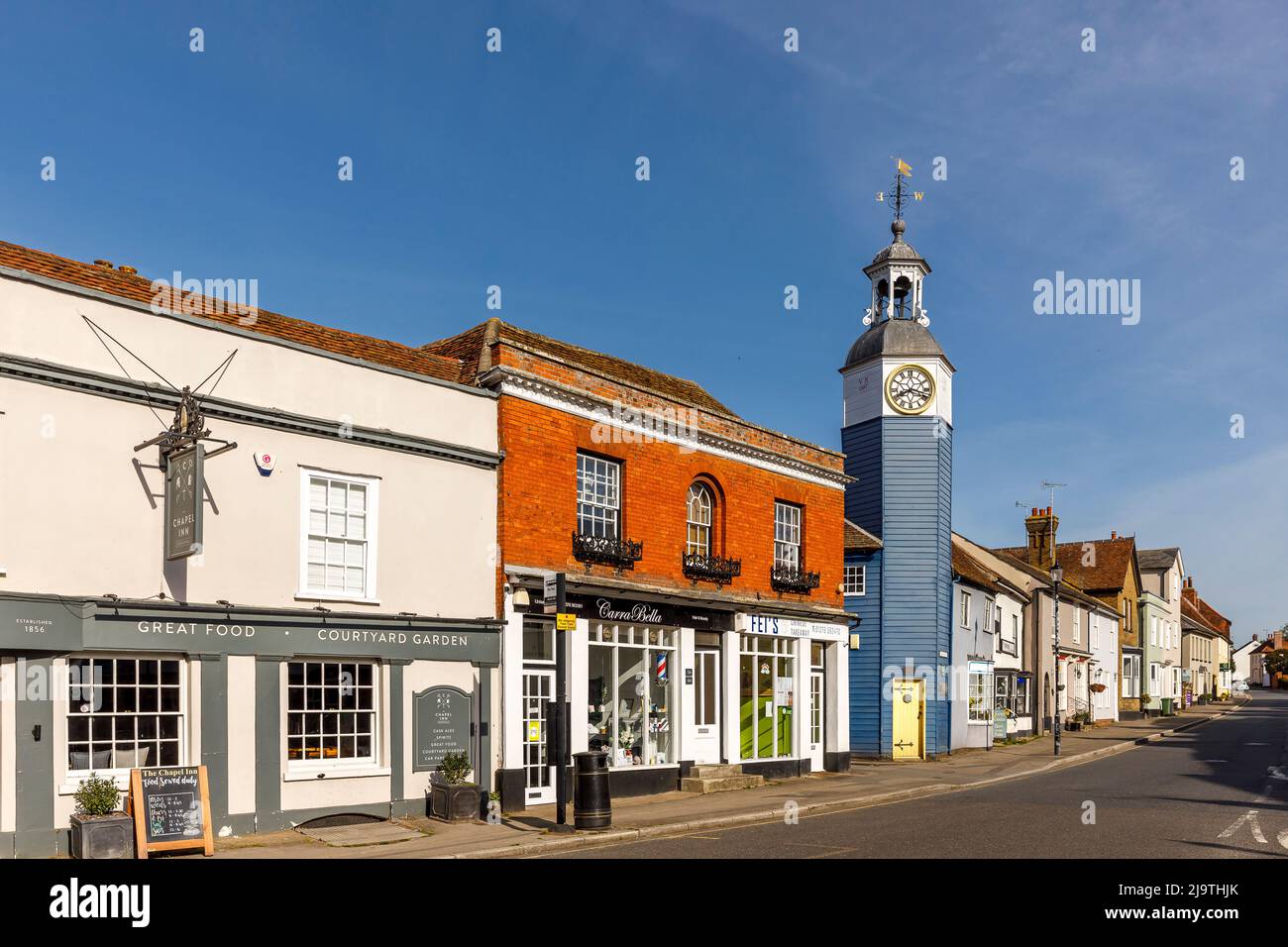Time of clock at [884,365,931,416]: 8:17
